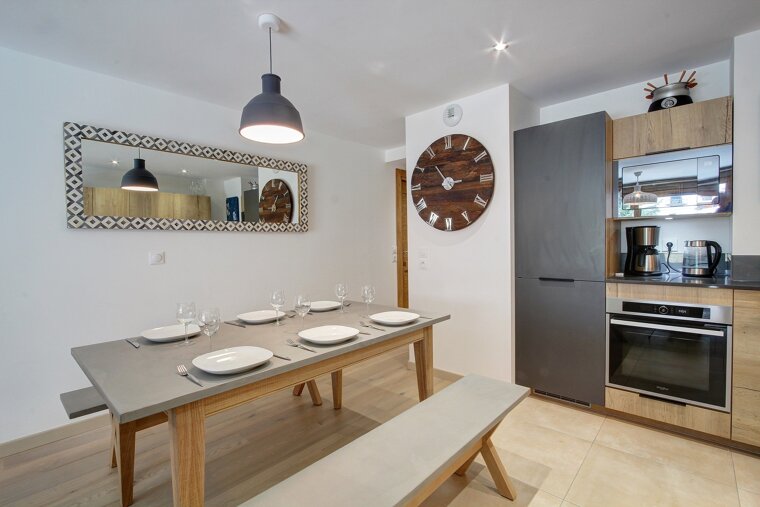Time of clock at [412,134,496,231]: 10:44
